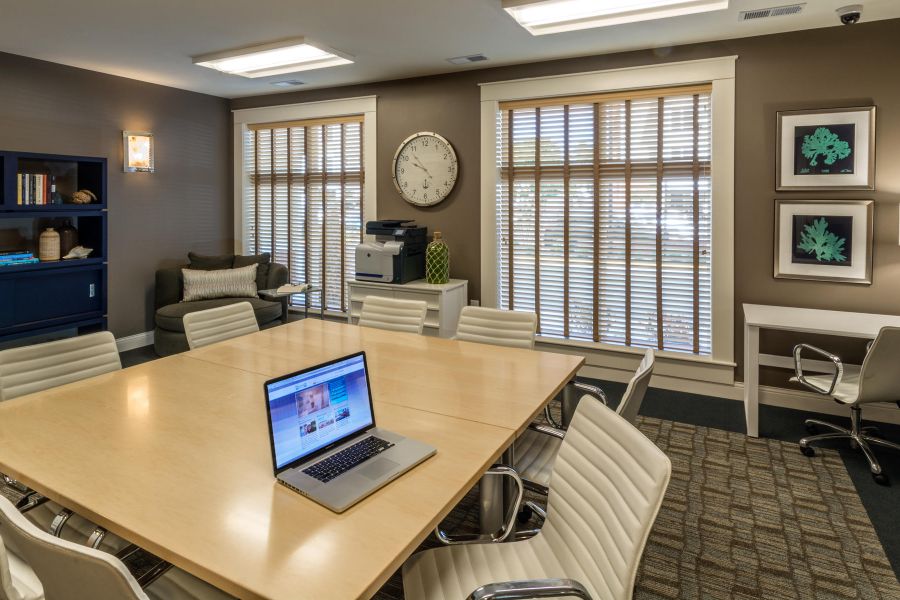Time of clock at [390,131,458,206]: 9:53
